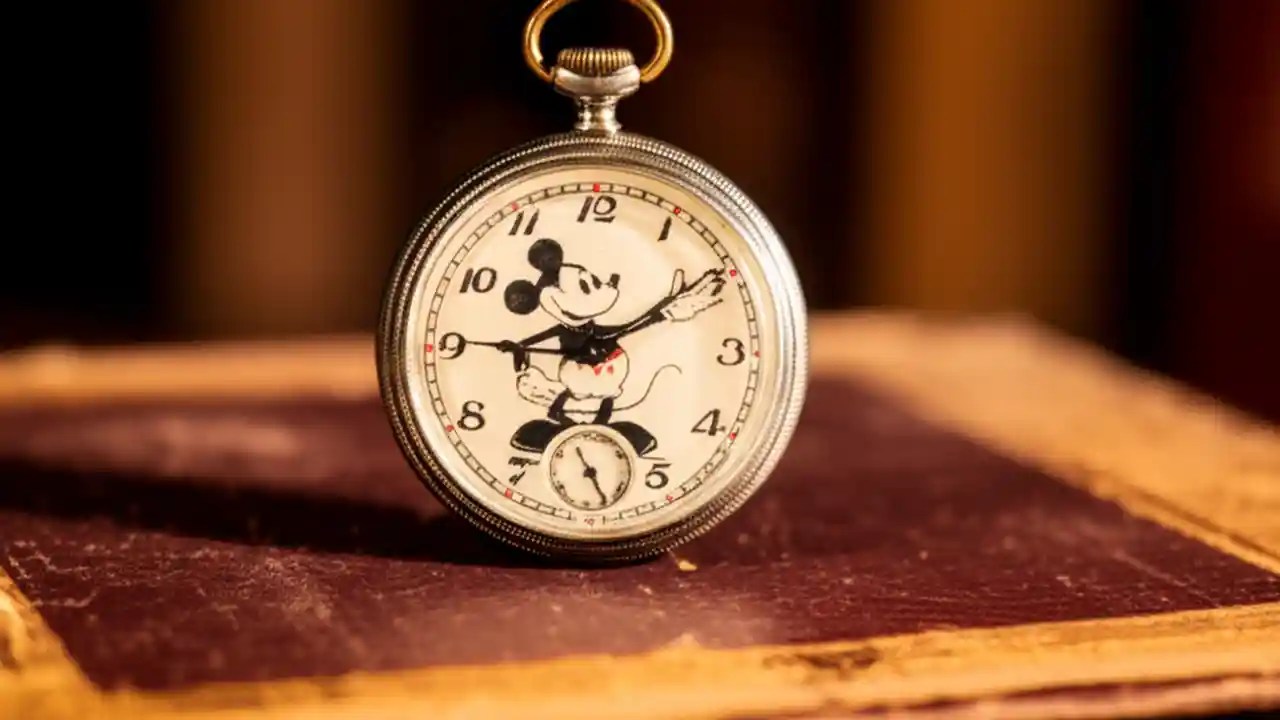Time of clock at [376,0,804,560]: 7:09
